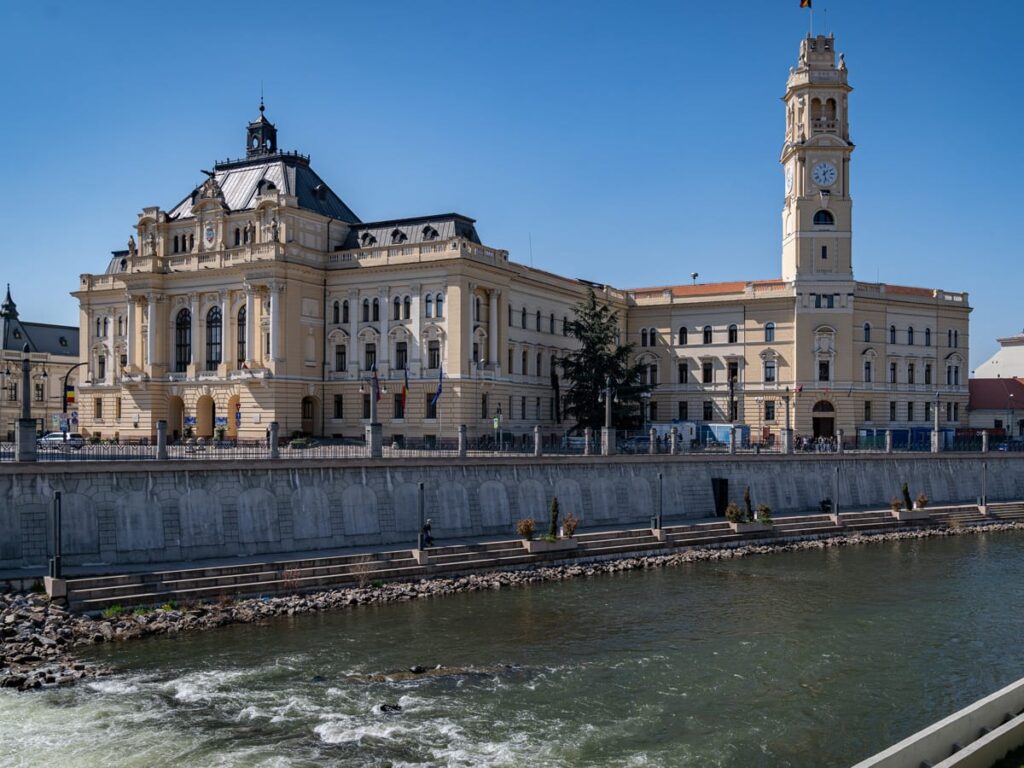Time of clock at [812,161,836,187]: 1:28
